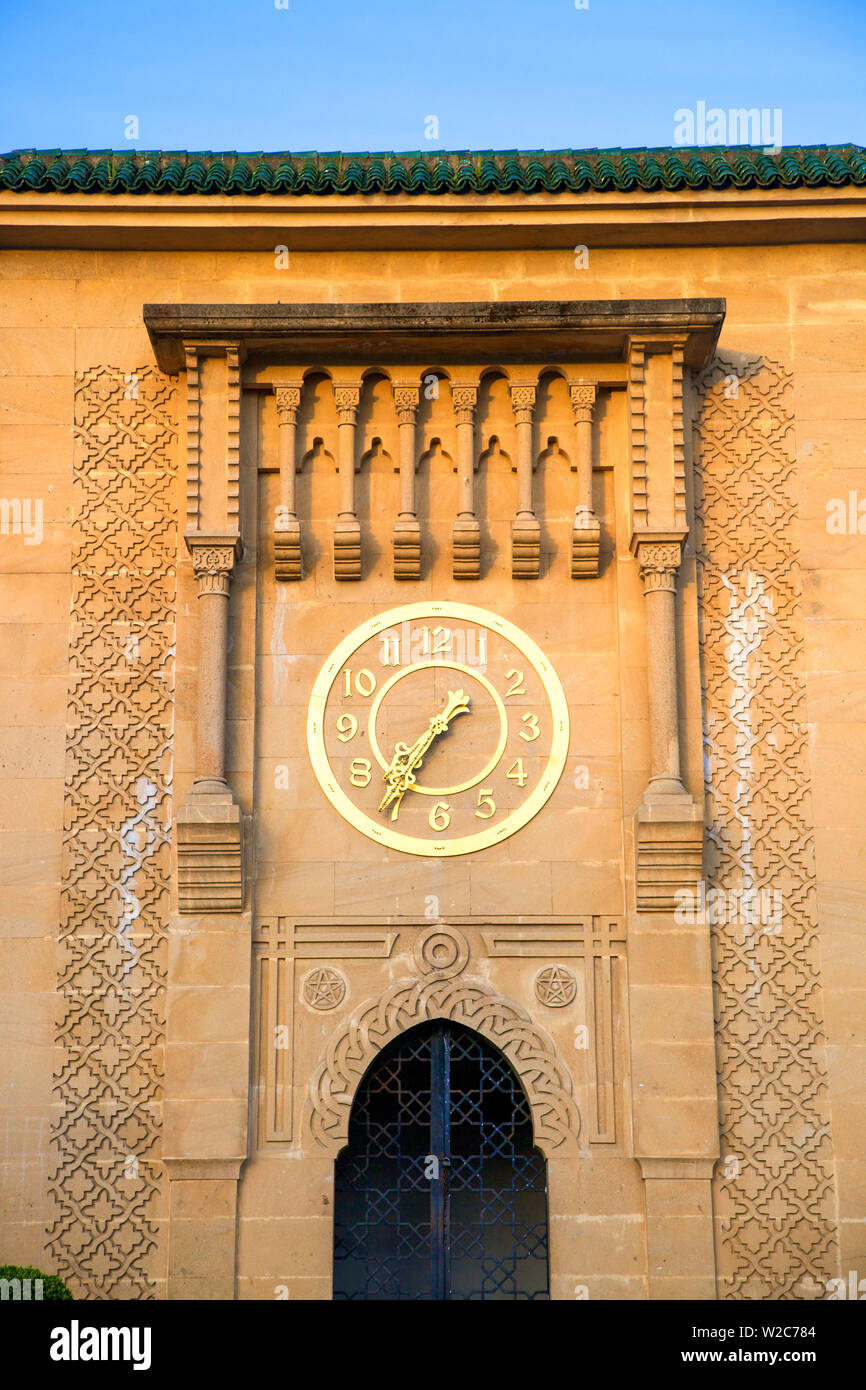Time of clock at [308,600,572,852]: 1:36
